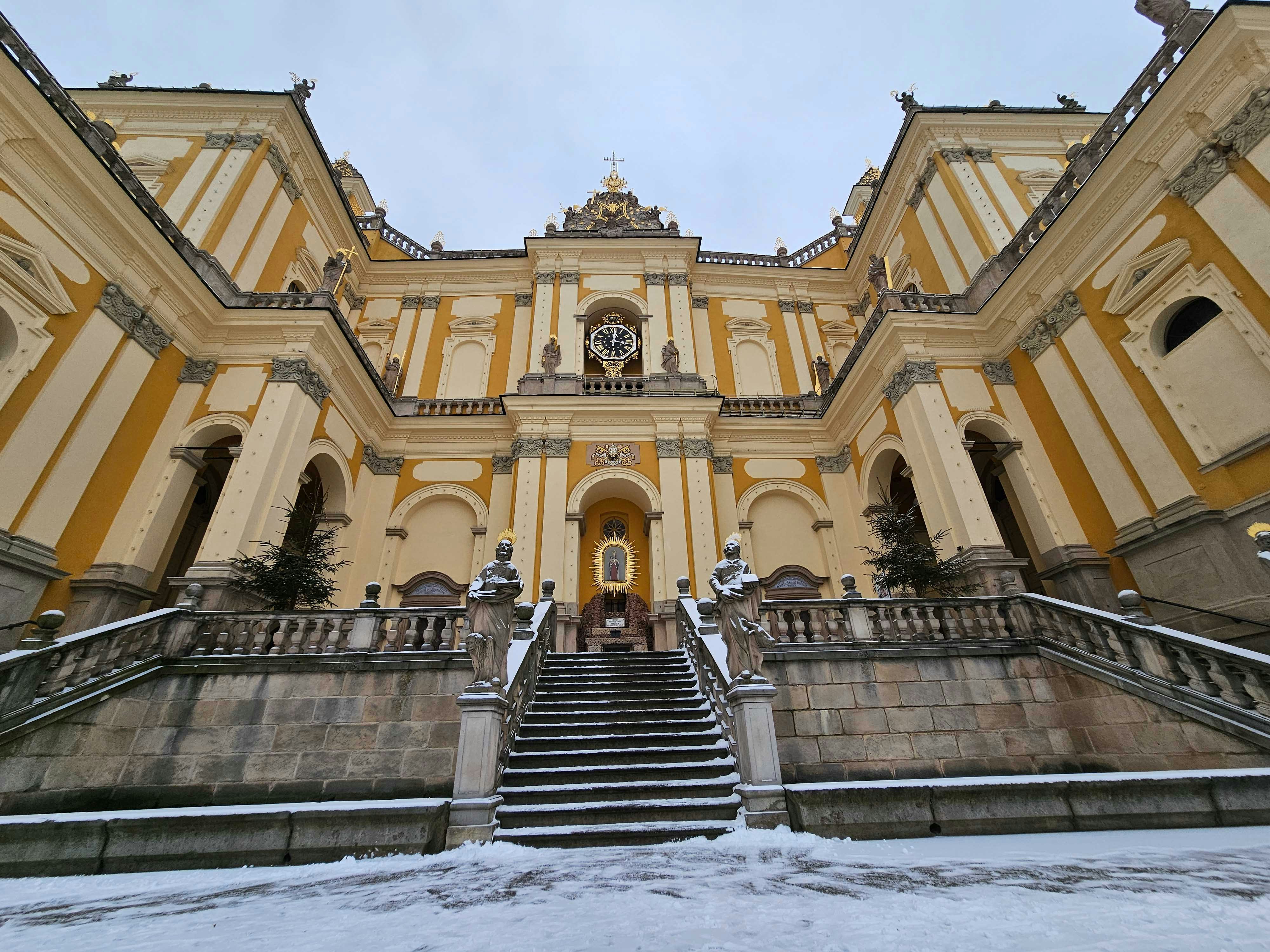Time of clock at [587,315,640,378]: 12:16
